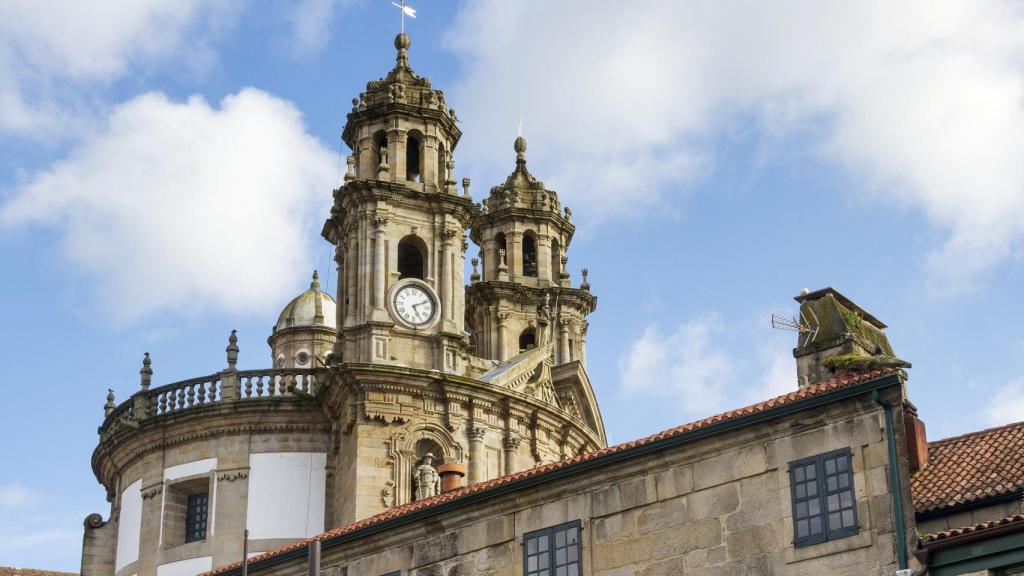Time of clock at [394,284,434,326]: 5:10
